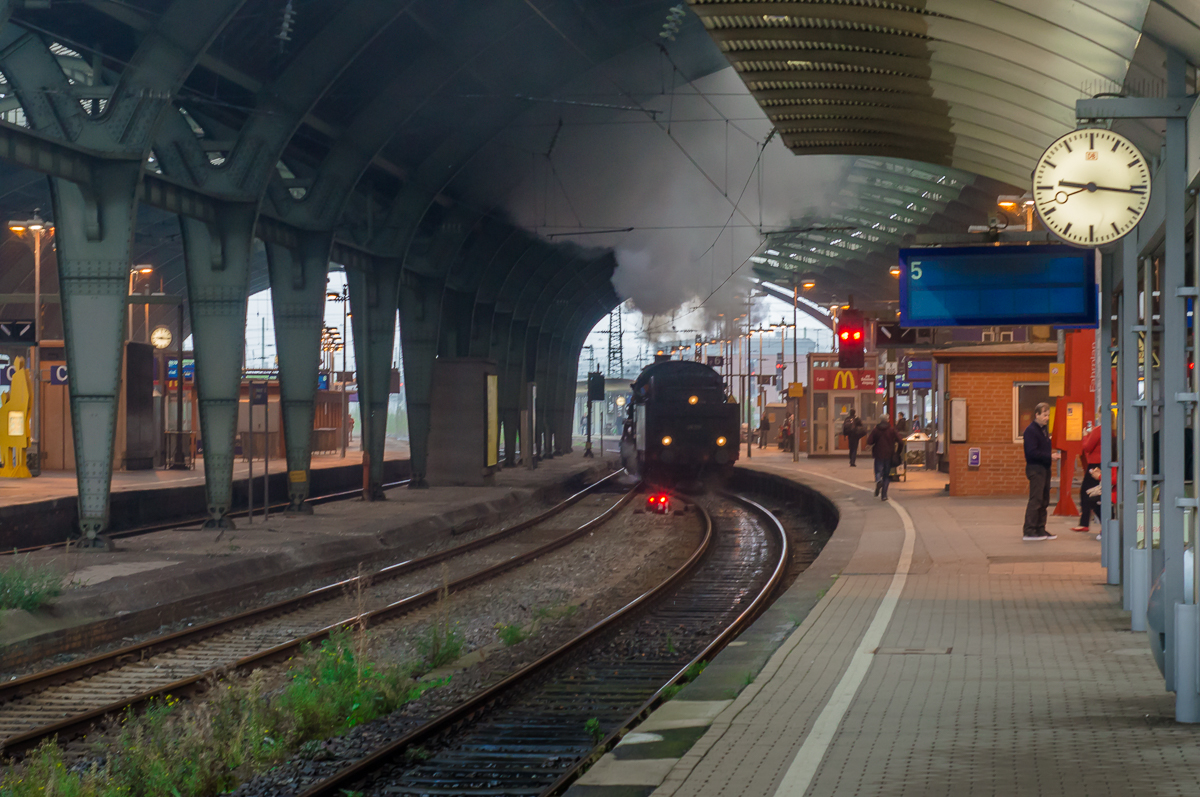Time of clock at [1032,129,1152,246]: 9:16
